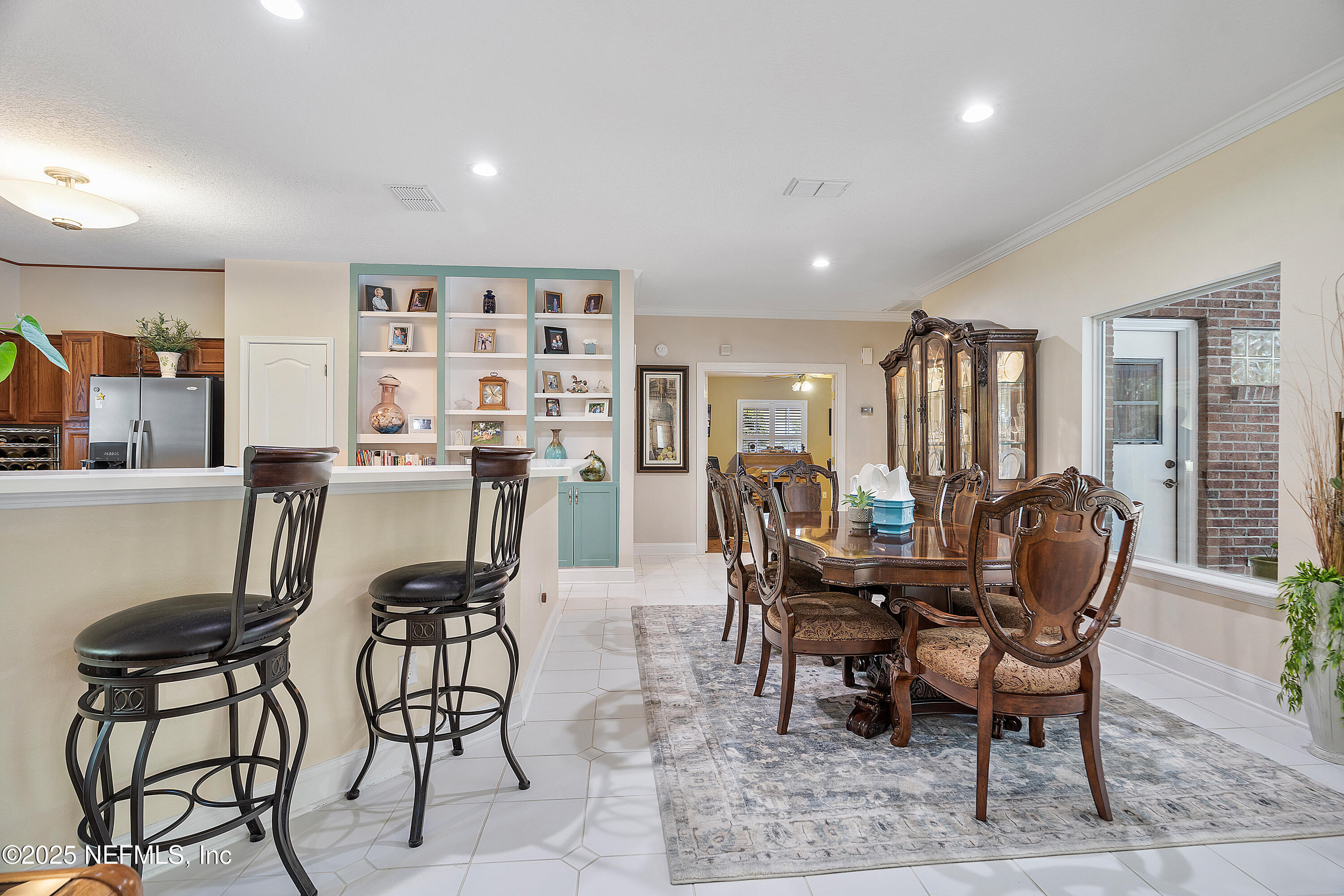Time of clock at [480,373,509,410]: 3:56
